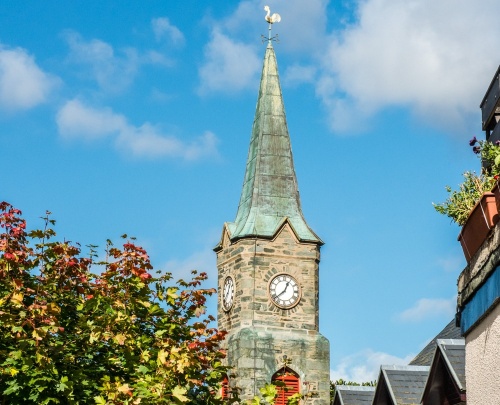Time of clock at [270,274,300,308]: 12:38
